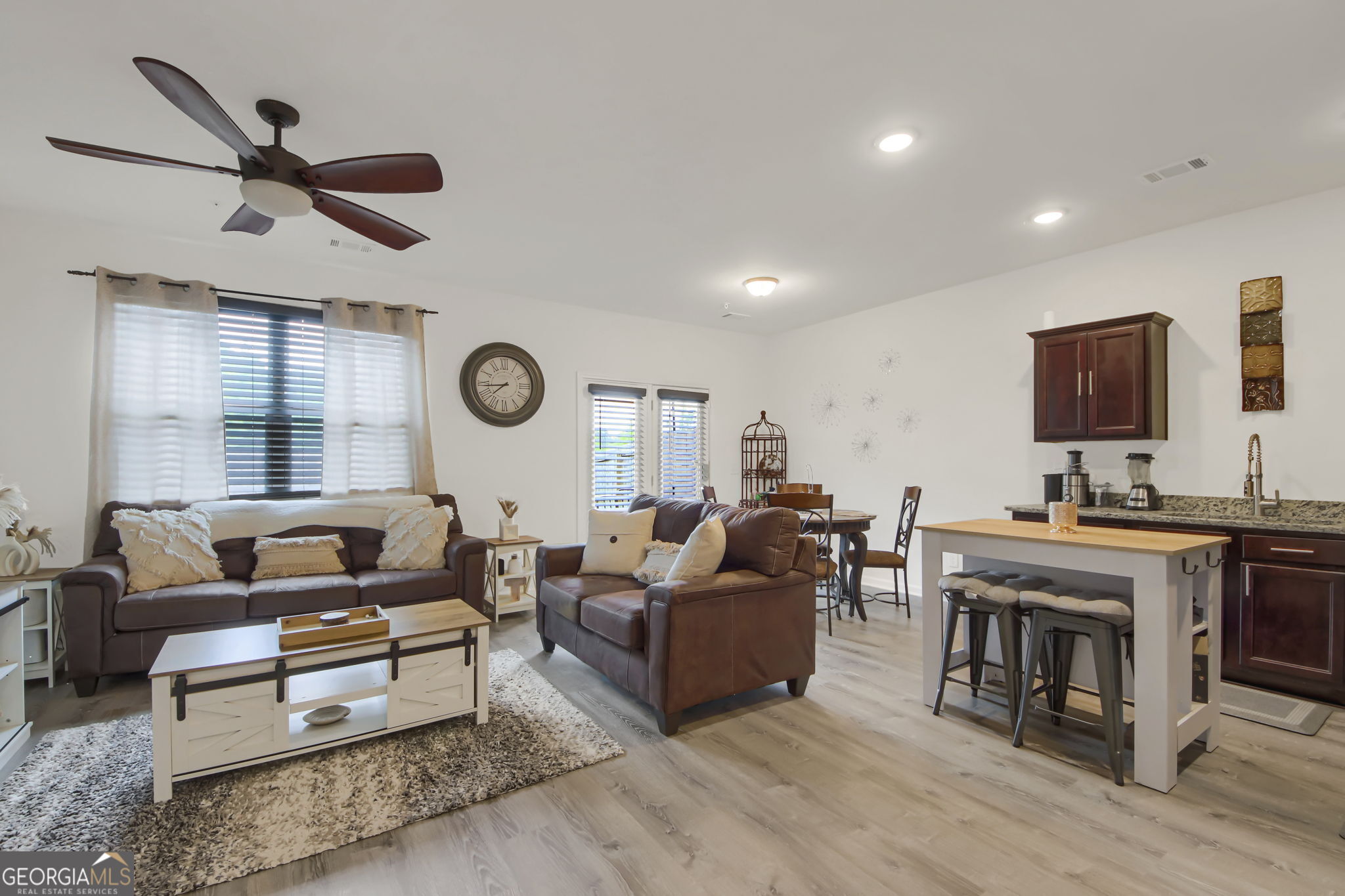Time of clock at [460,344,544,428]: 7:43
